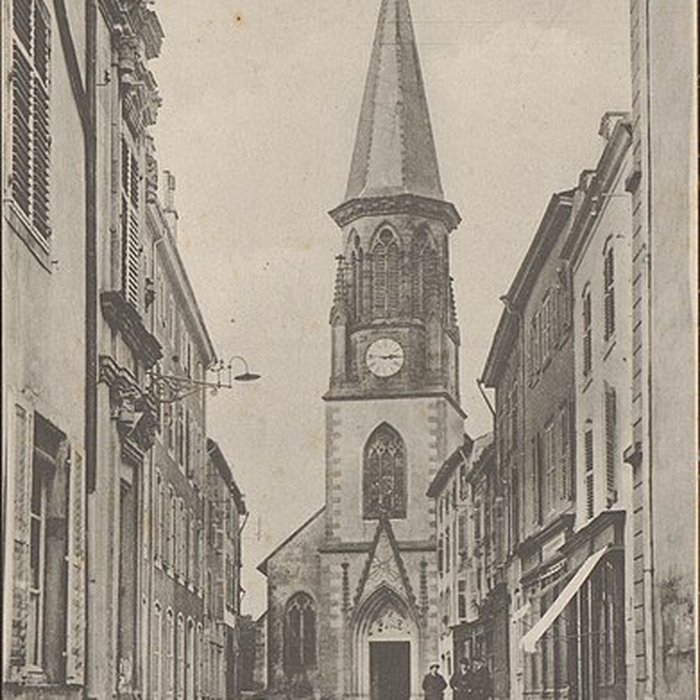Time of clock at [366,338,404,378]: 2:46
